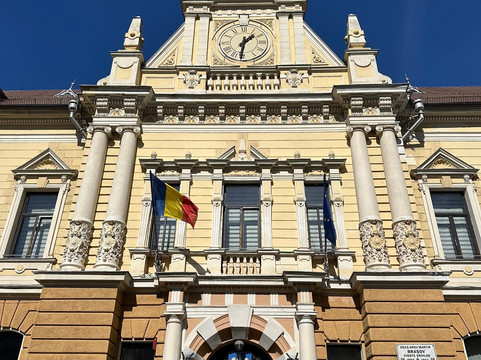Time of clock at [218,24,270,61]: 1:31
